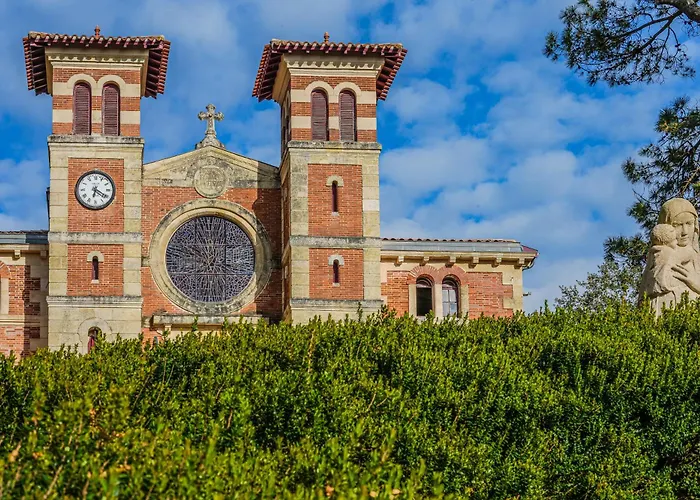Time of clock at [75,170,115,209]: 6:20
